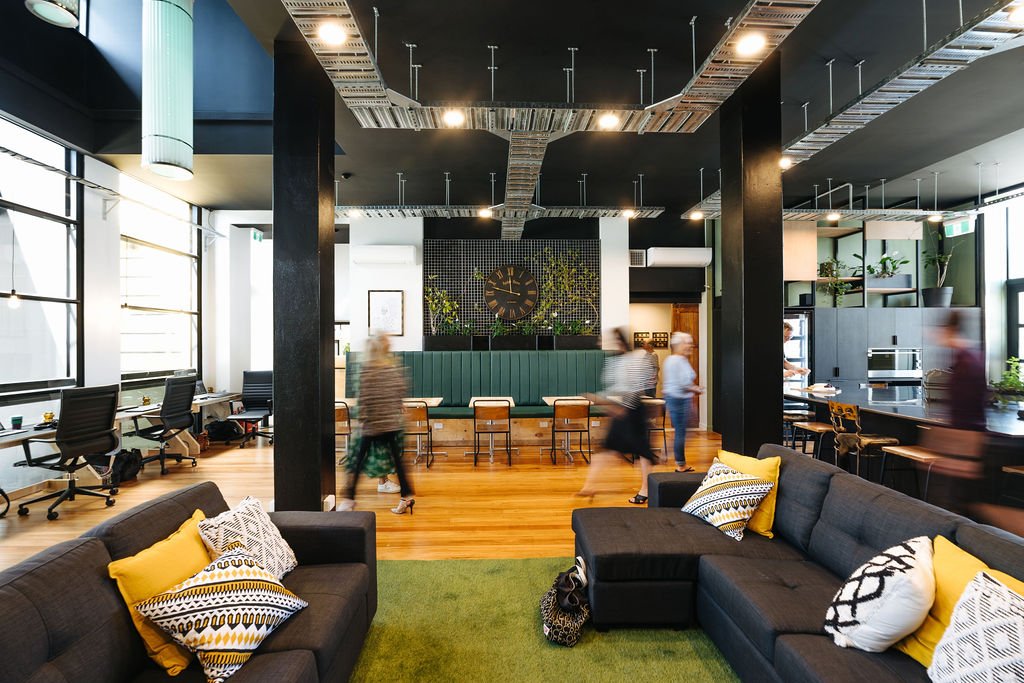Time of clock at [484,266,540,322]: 11:47
